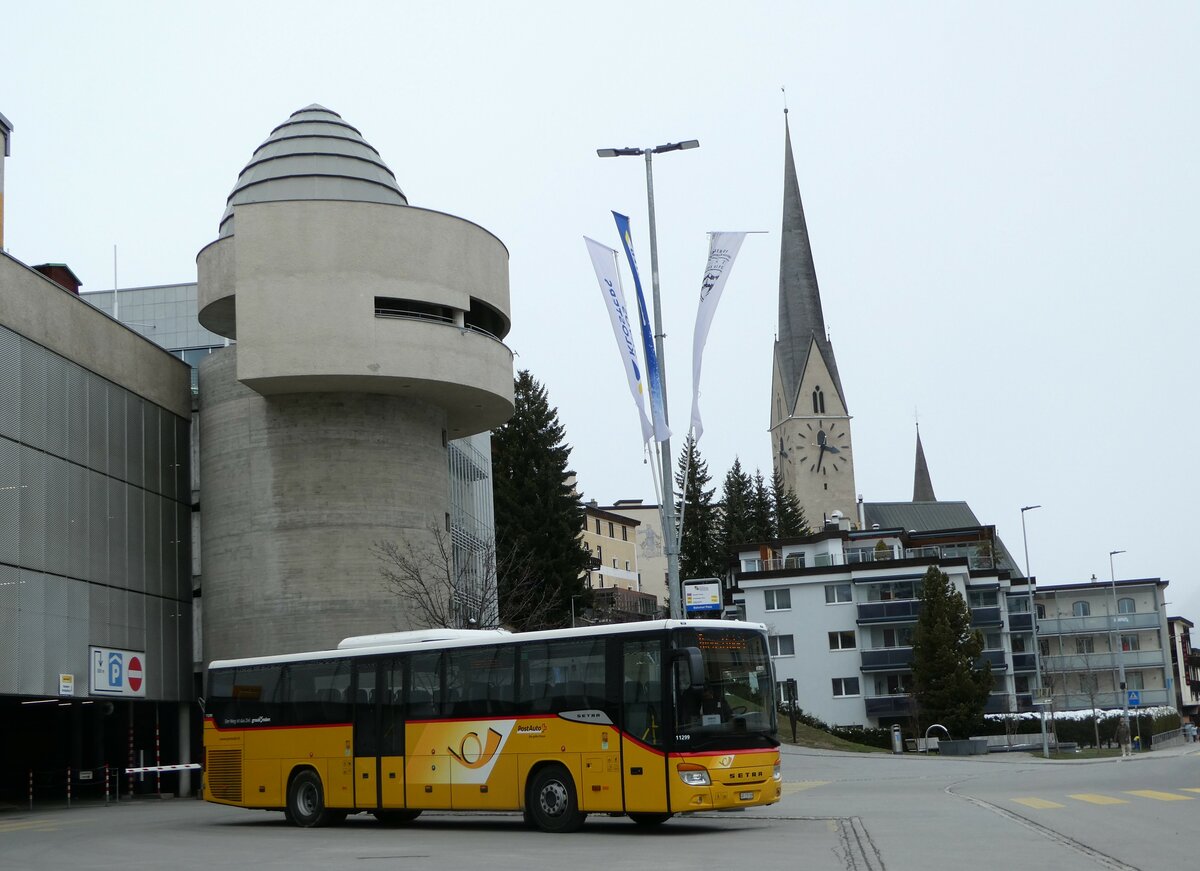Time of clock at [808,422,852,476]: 3:32
